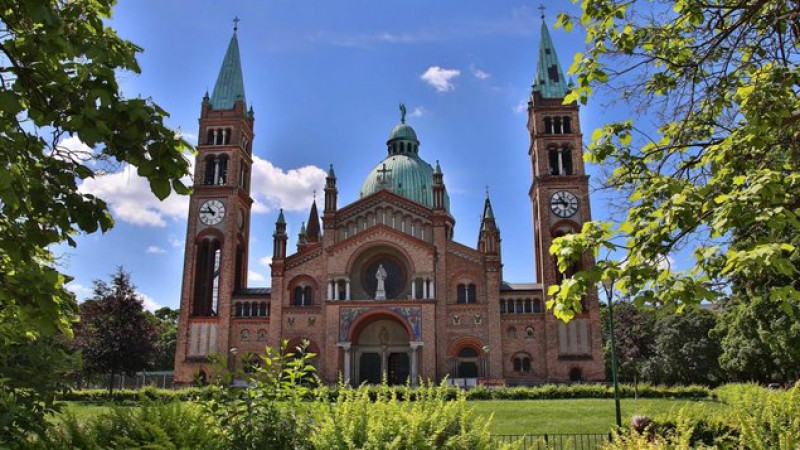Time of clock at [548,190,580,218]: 10:45
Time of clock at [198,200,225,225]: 10:46
